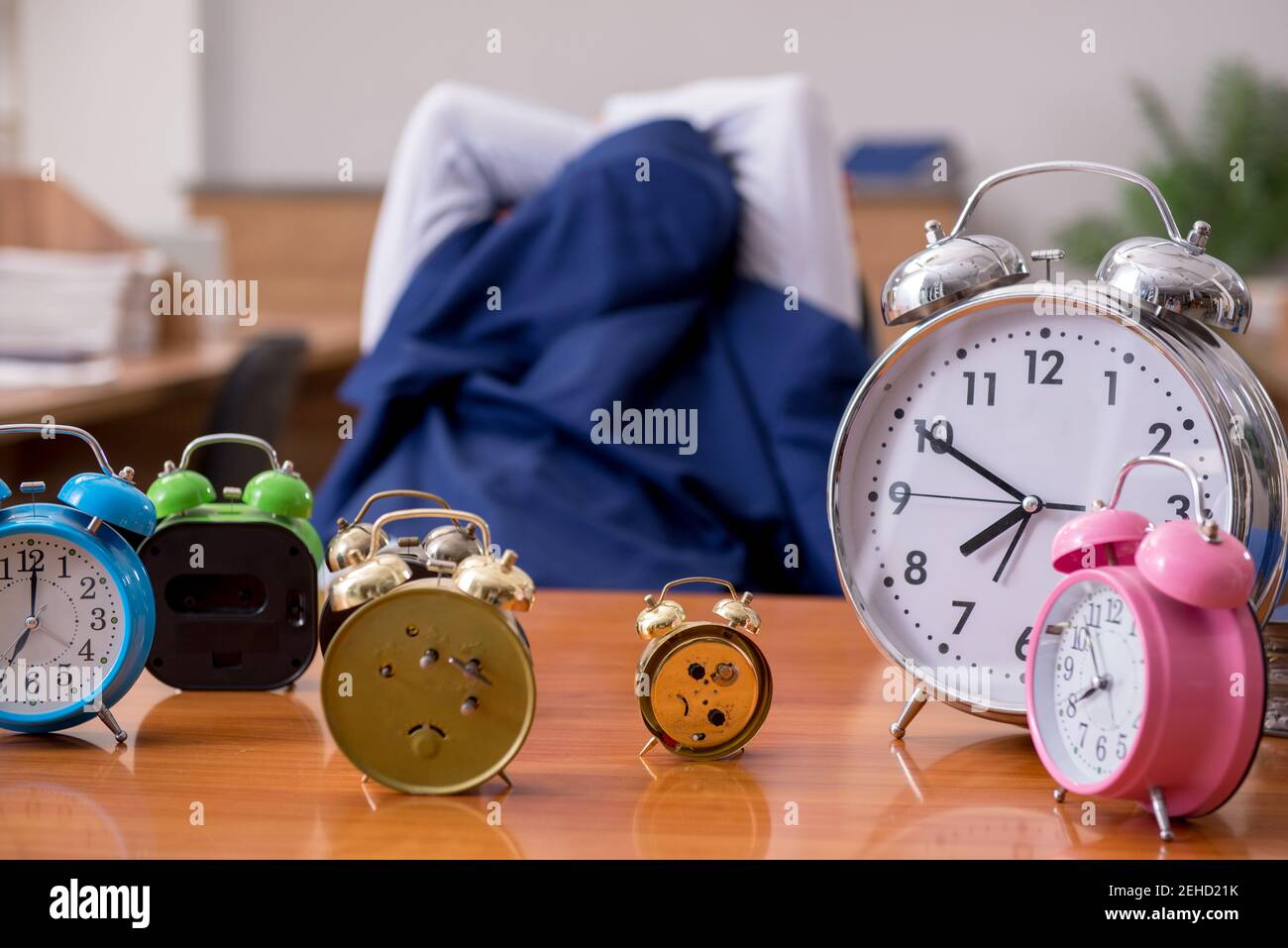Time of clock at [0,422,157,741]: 8:00
